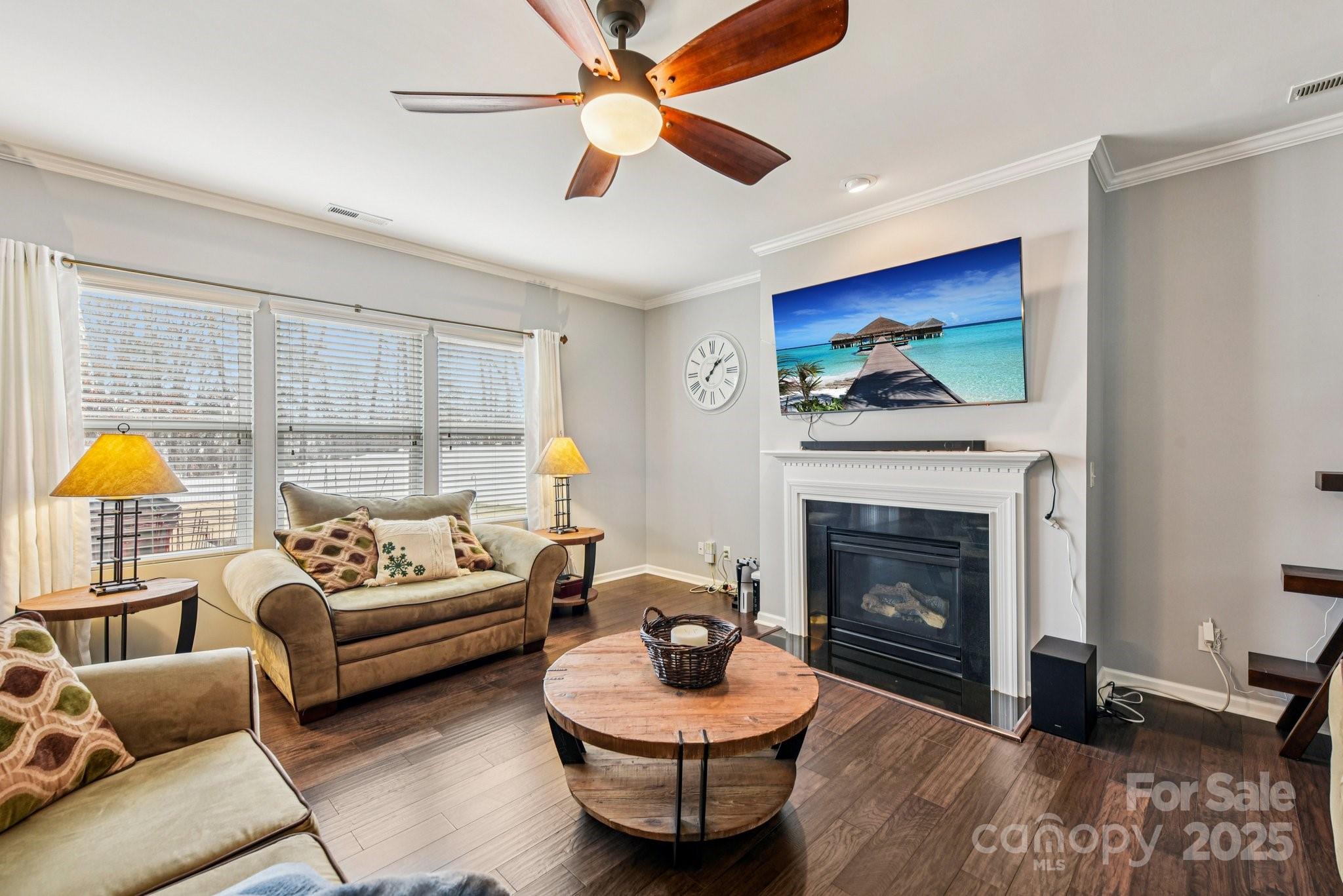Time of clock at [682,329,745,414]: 1:08
